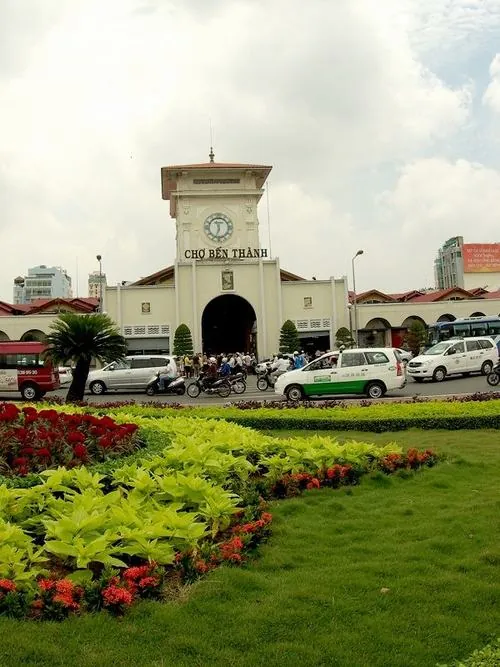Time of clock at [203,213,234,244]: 11:32
